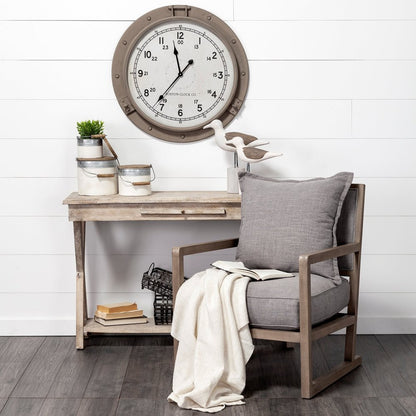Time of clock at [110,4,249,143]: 11:36
